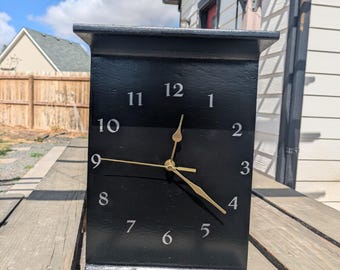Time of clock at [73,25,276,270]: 12:21
